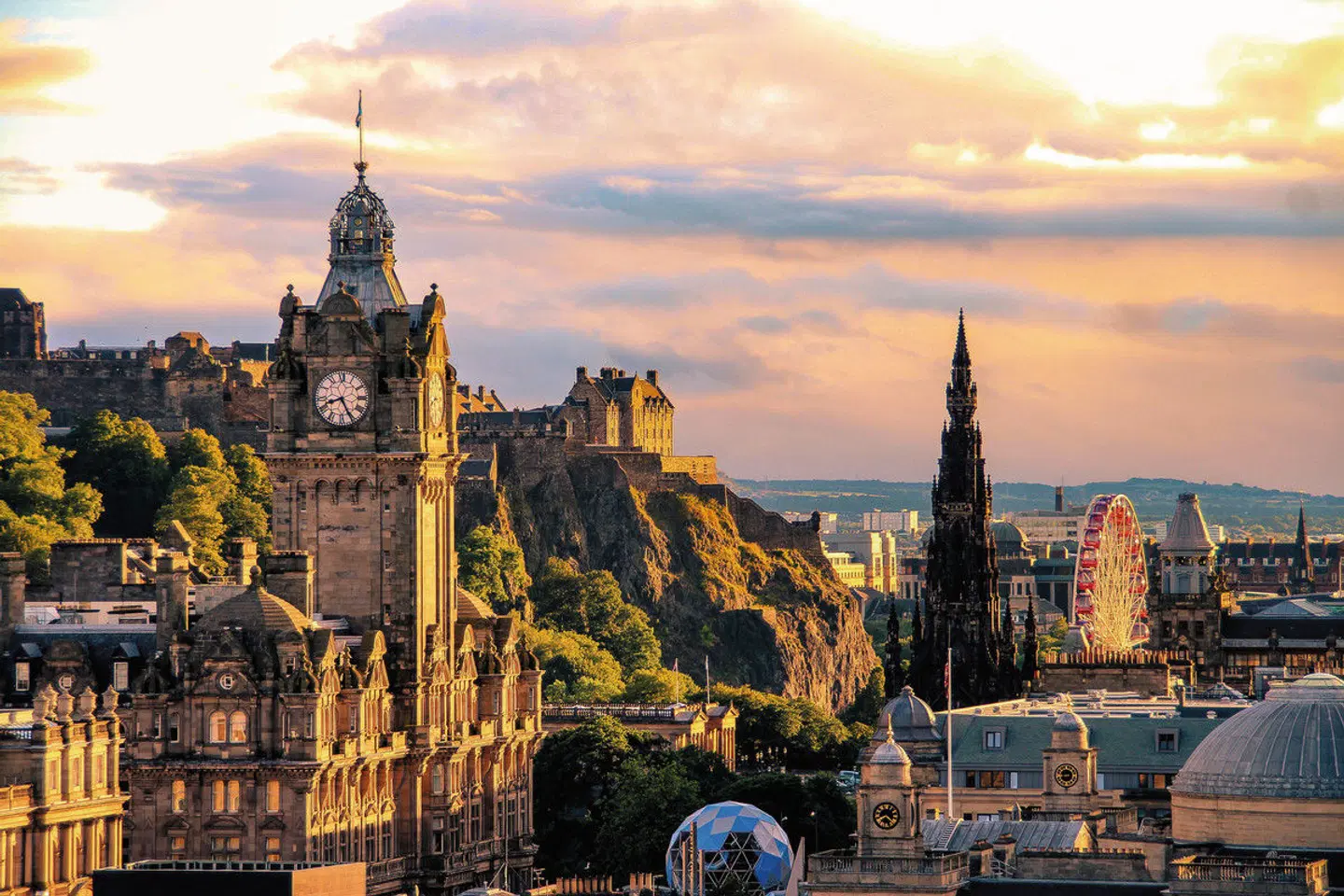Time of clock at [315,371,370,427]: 8:25
